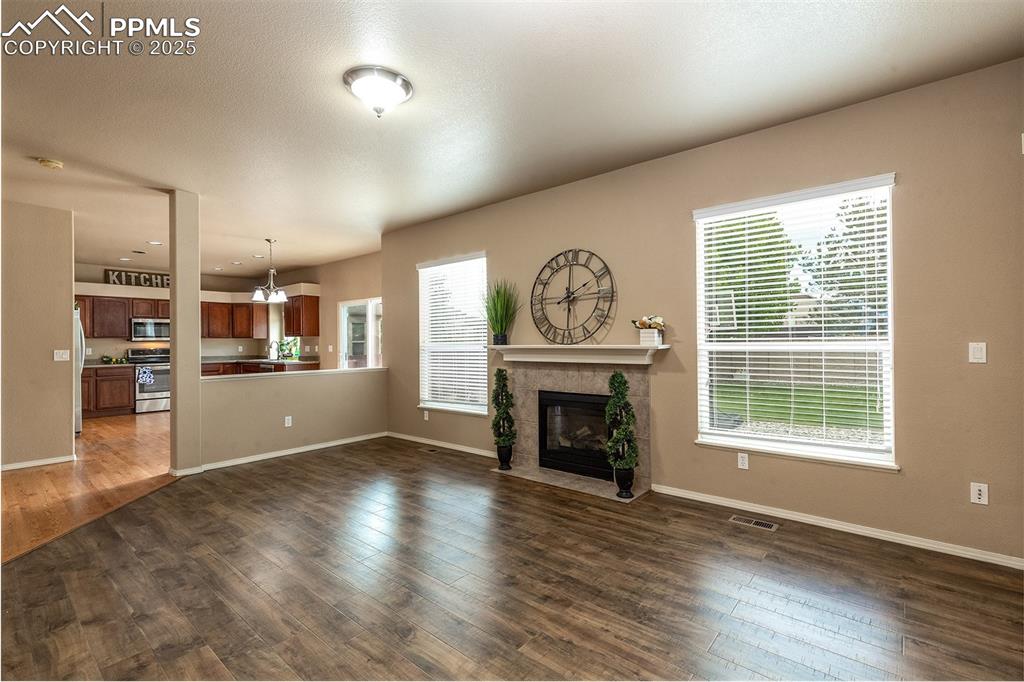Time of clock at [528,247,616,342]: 2:00
